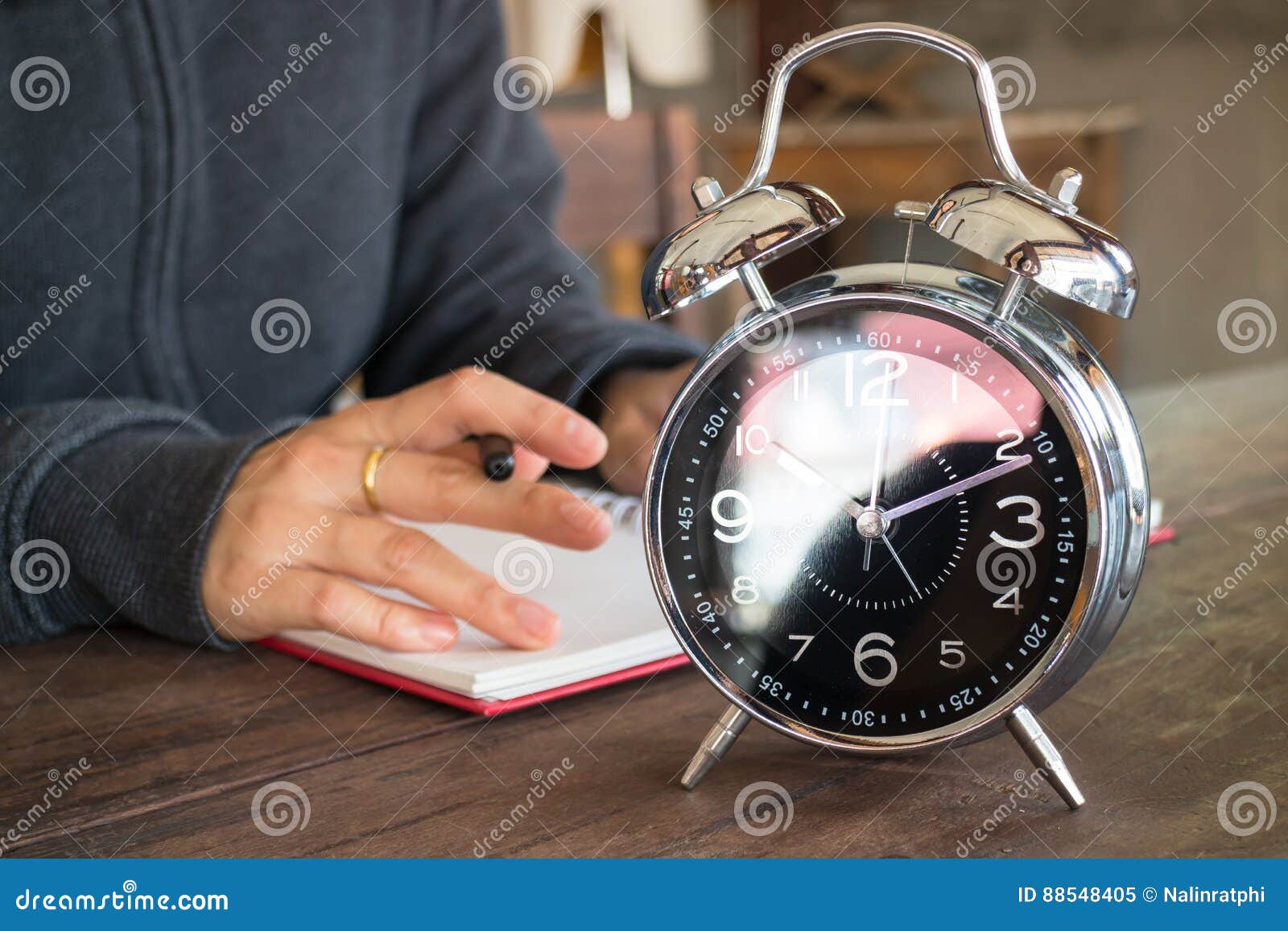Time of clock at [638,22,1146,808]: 2:11
